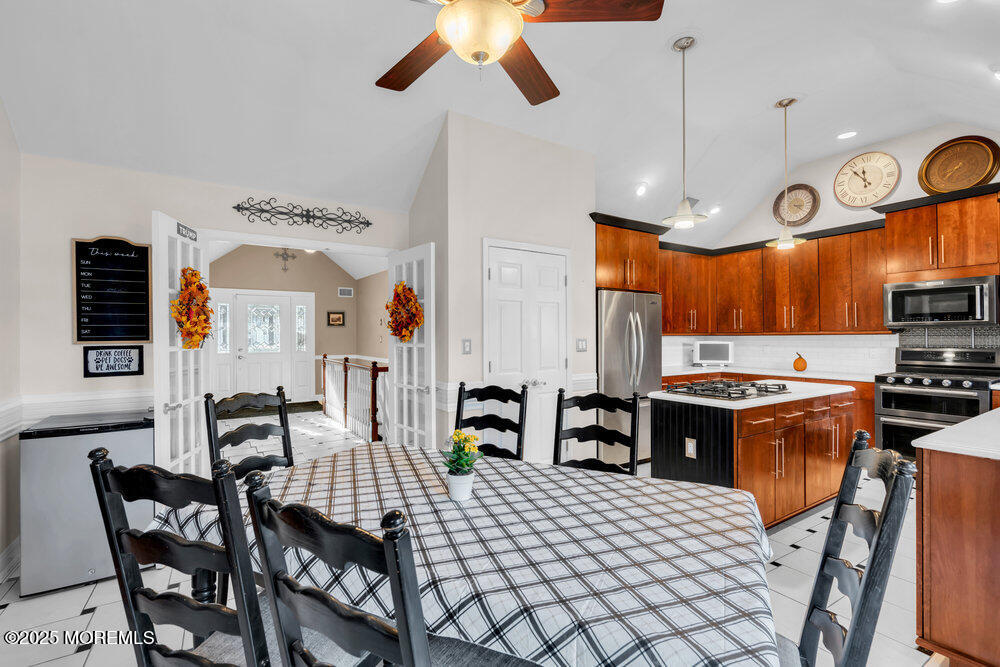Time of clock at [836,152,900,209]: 11:52
